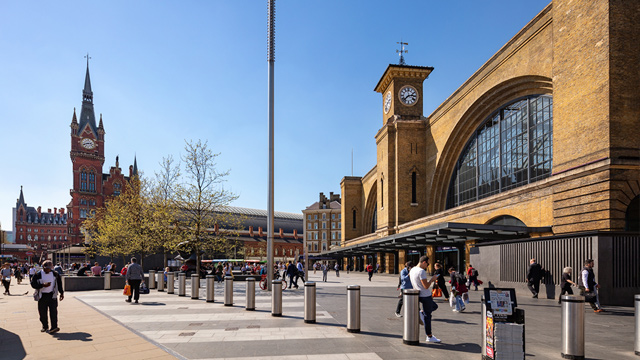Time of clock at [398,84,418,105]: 2:37
